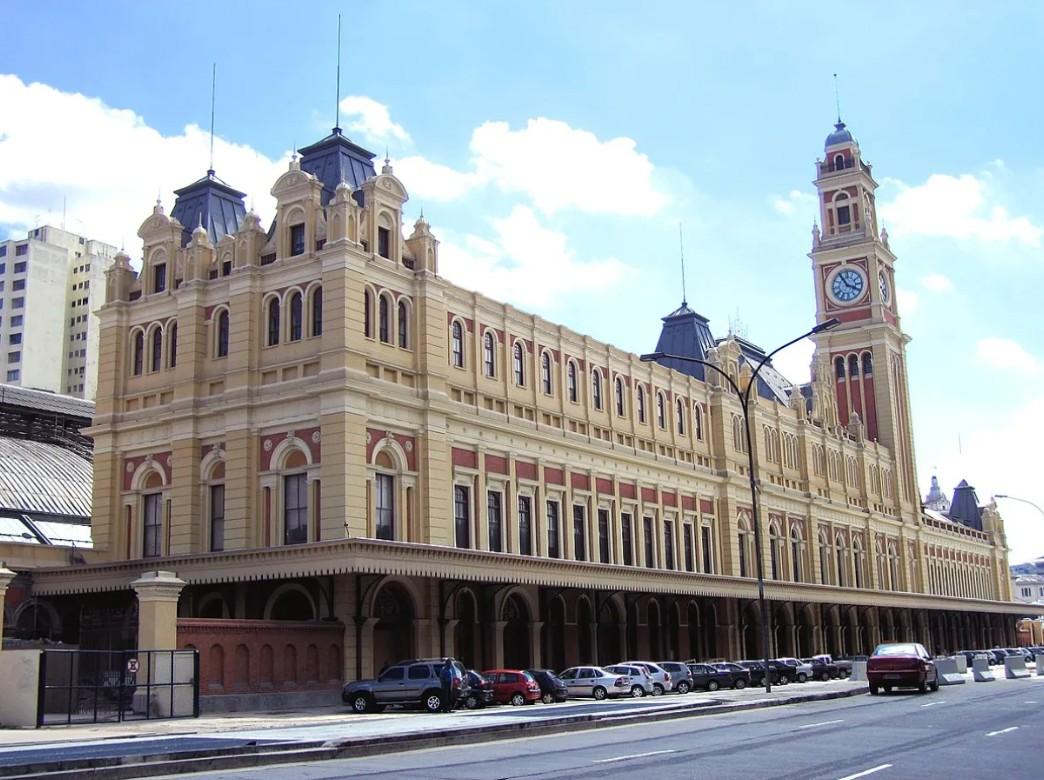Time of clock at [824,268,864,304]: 3:55
